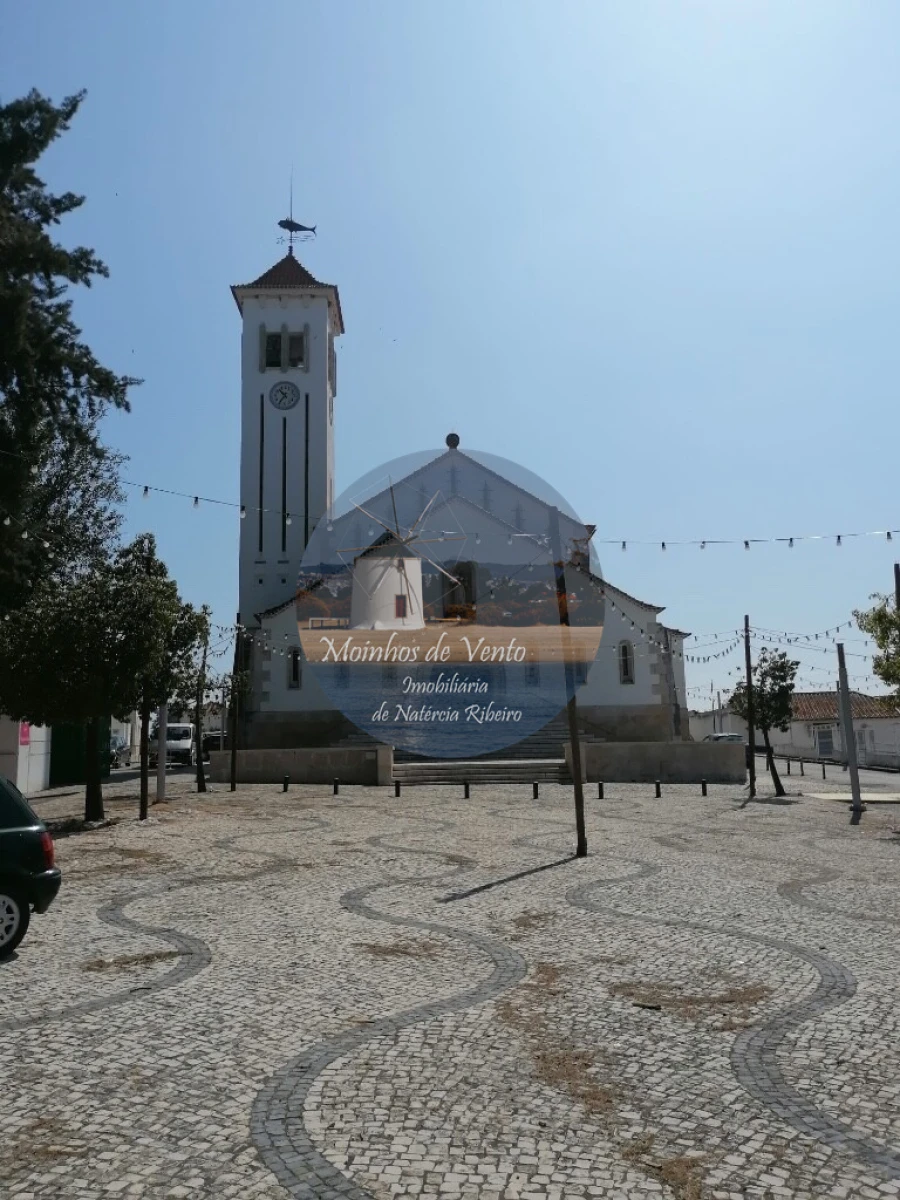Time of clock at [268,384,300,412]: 10:36
